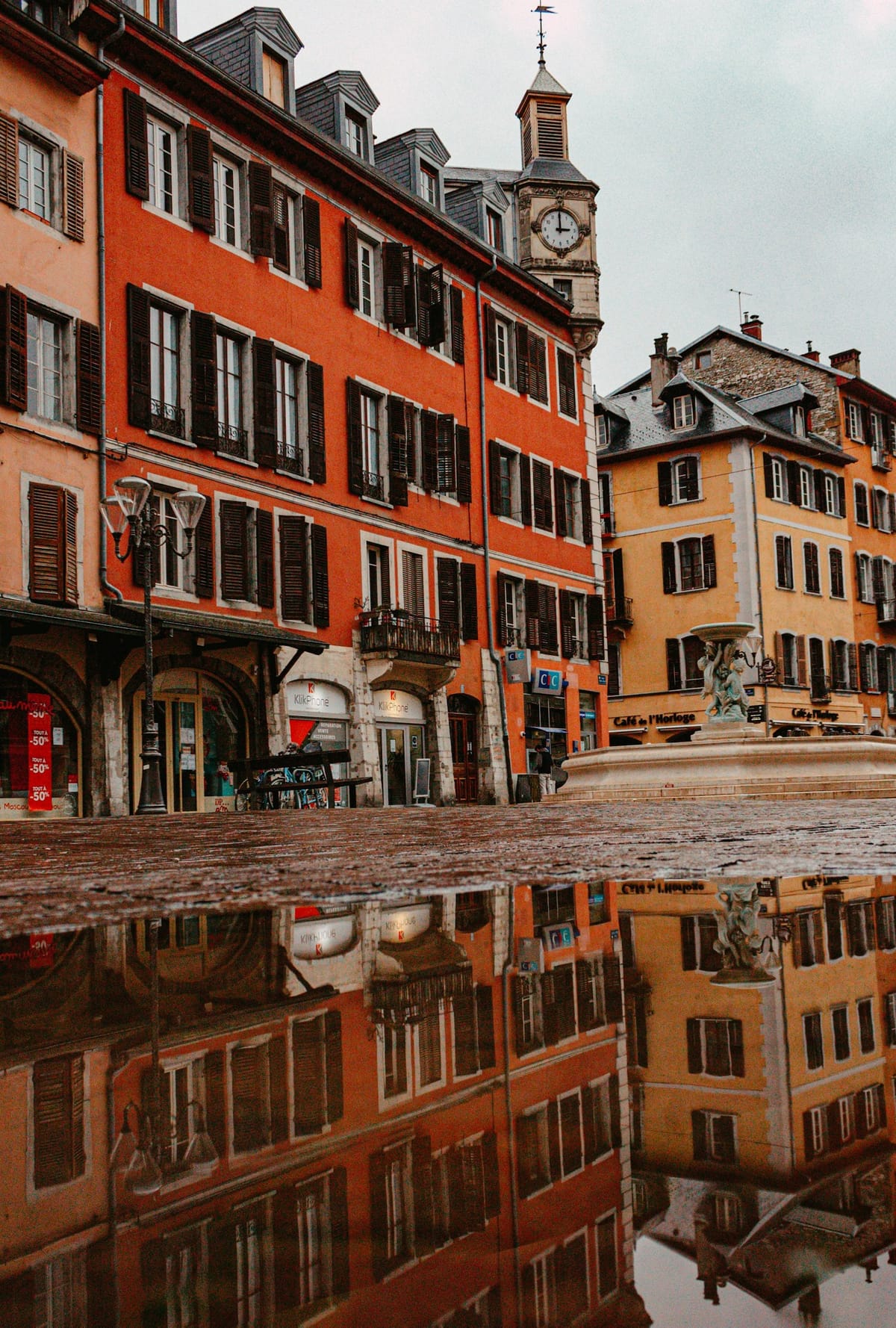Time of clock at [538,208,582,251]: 2:59
